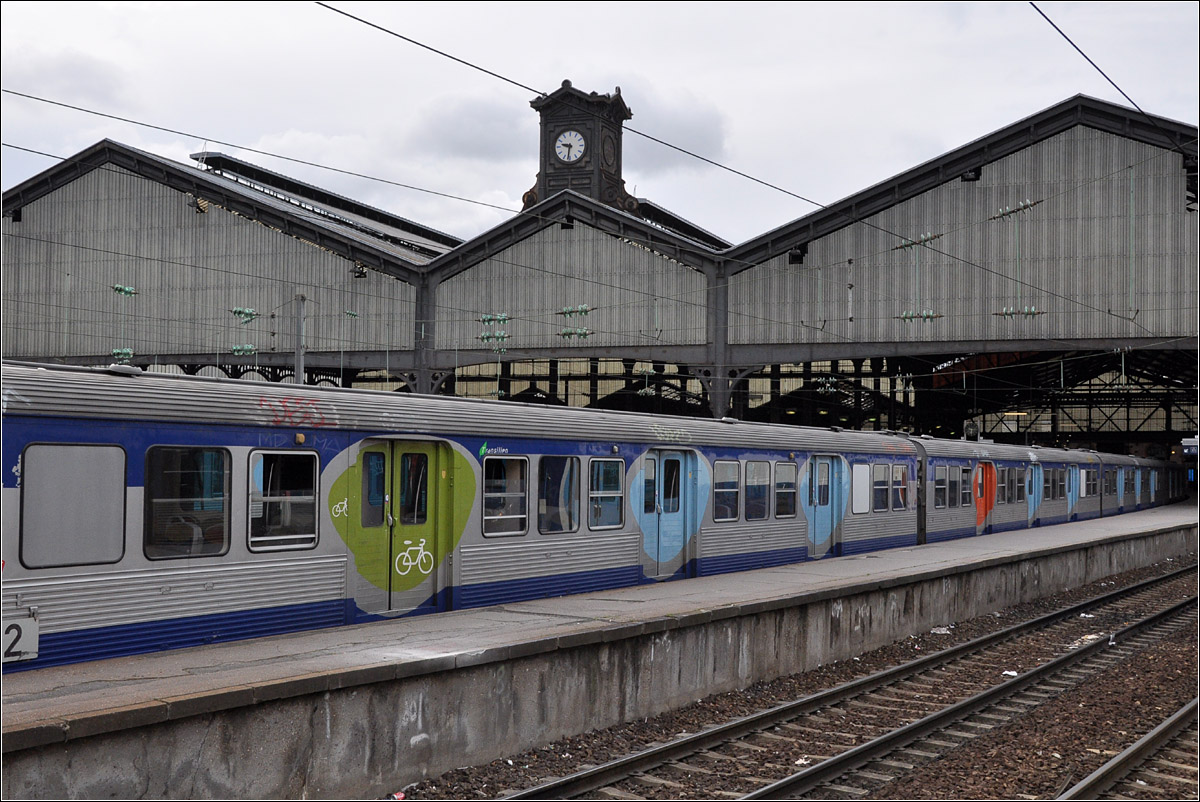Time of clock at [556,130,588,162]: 9:31
